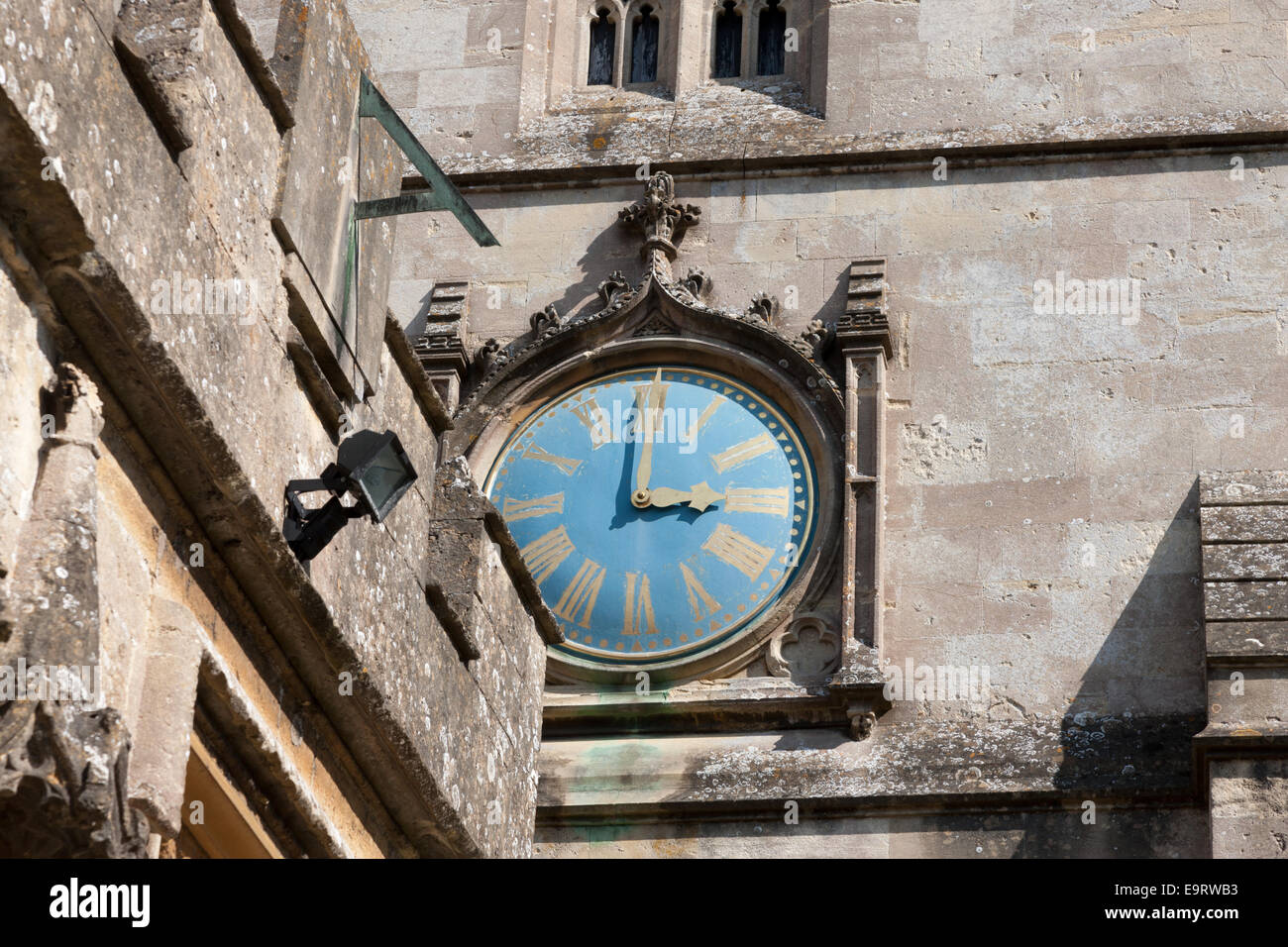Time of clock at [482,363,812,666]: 3:00
